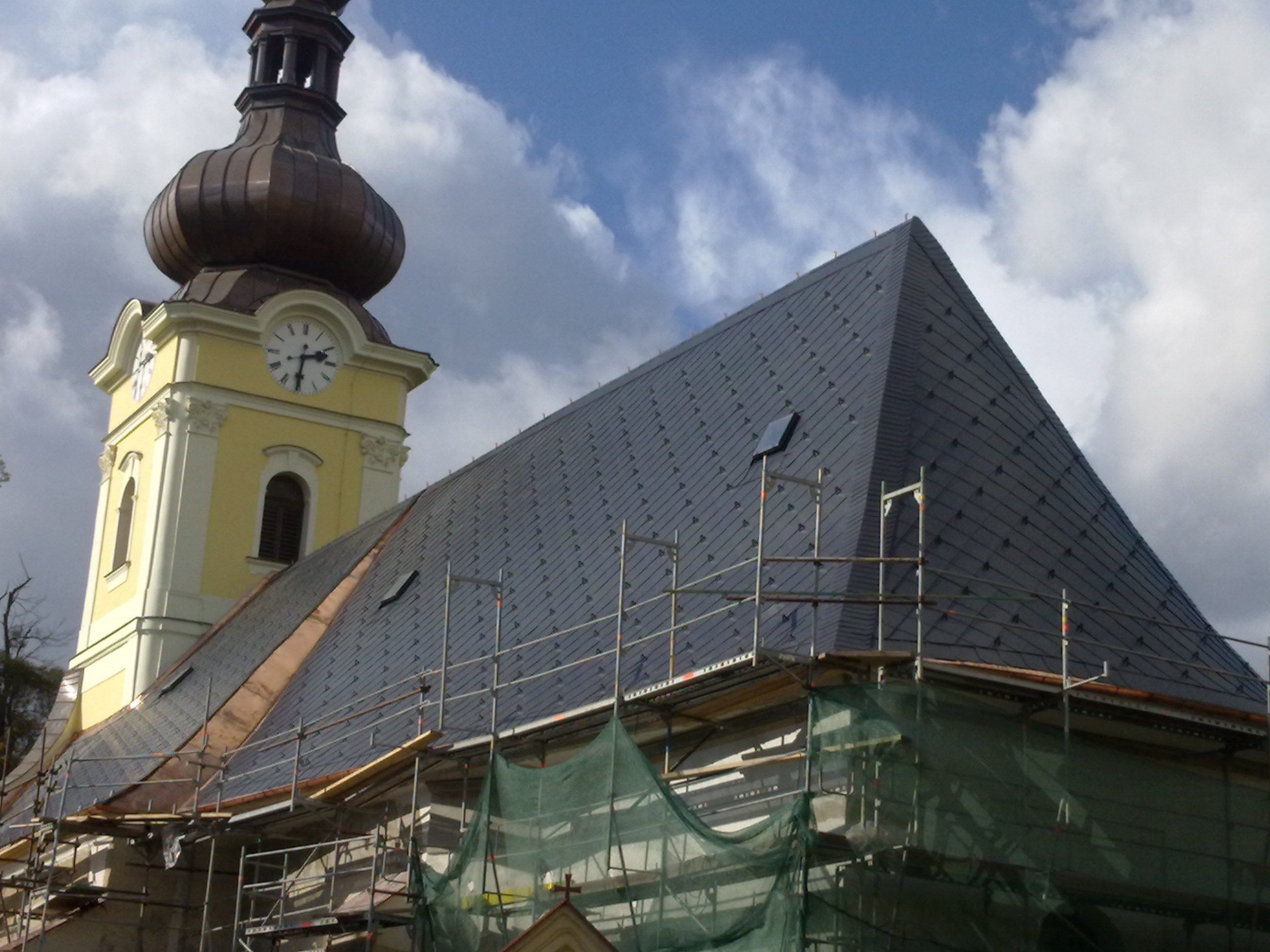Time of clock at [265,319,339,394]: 2:30
